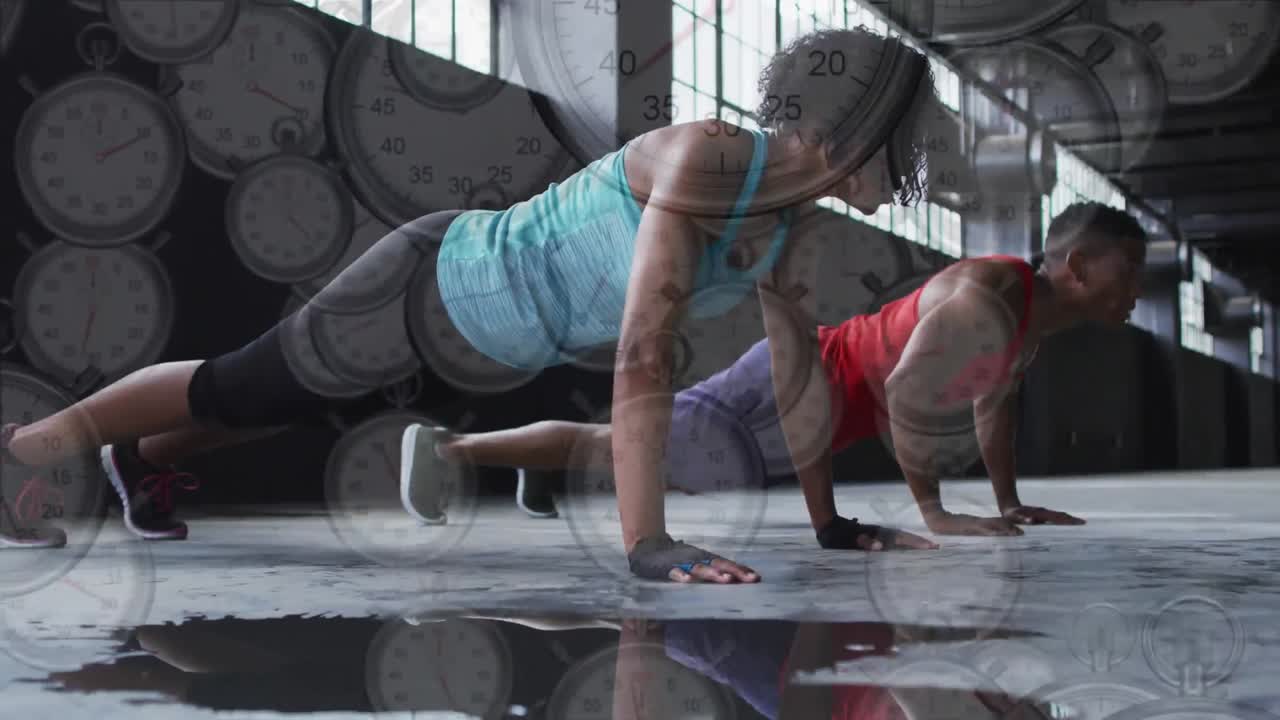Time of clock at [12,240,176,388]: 12:32
